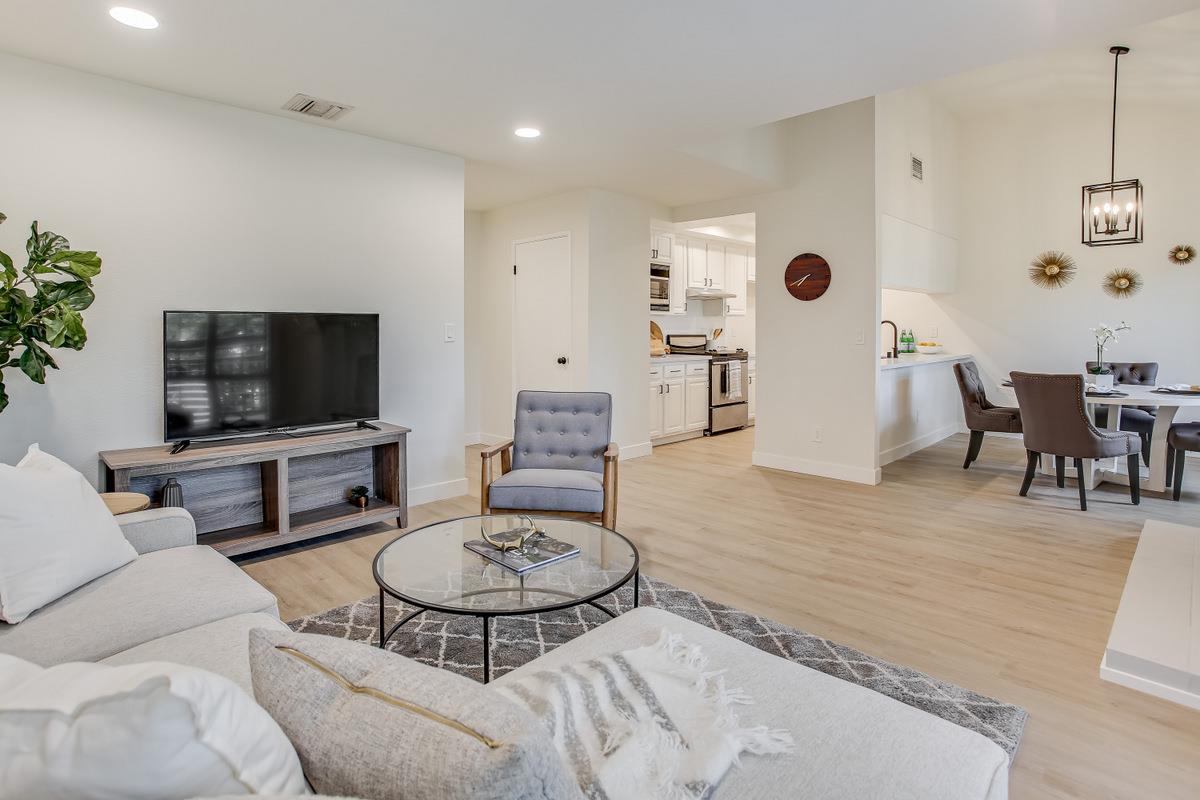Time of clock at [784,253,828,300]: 7:41
